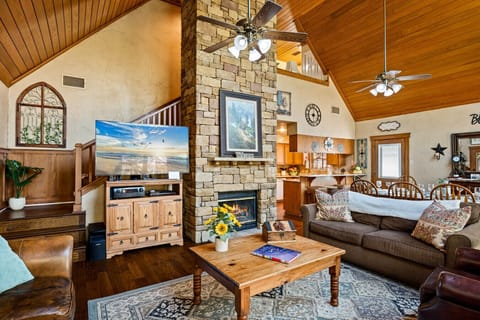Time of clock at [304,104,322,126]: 9:01
